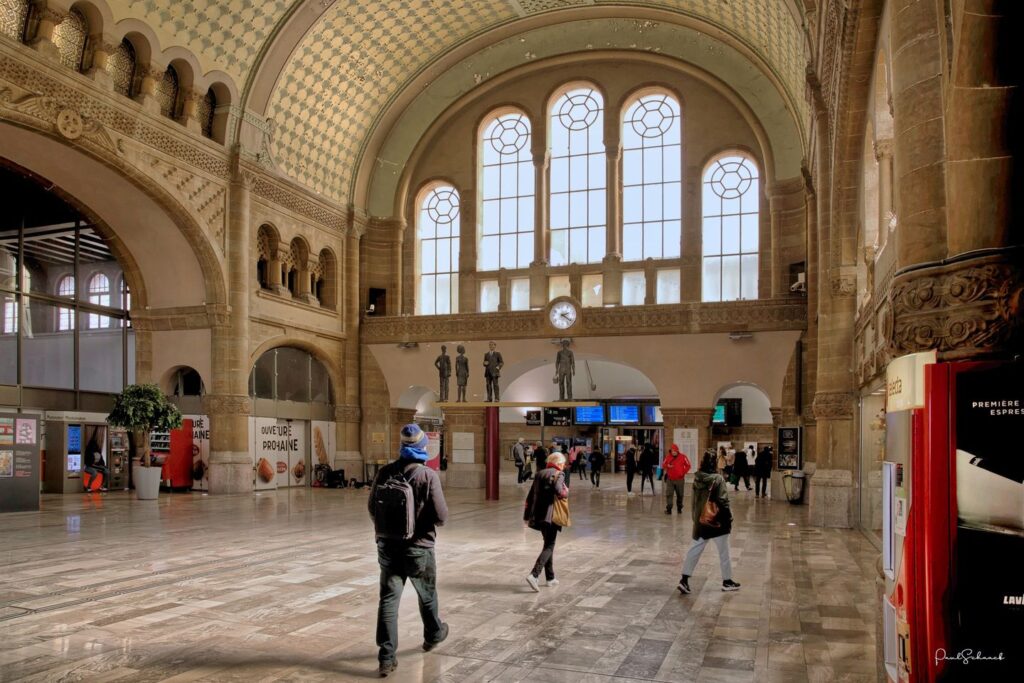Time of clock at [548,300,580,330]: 2:21
